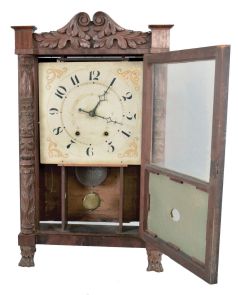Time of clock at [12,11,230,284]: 1:18
